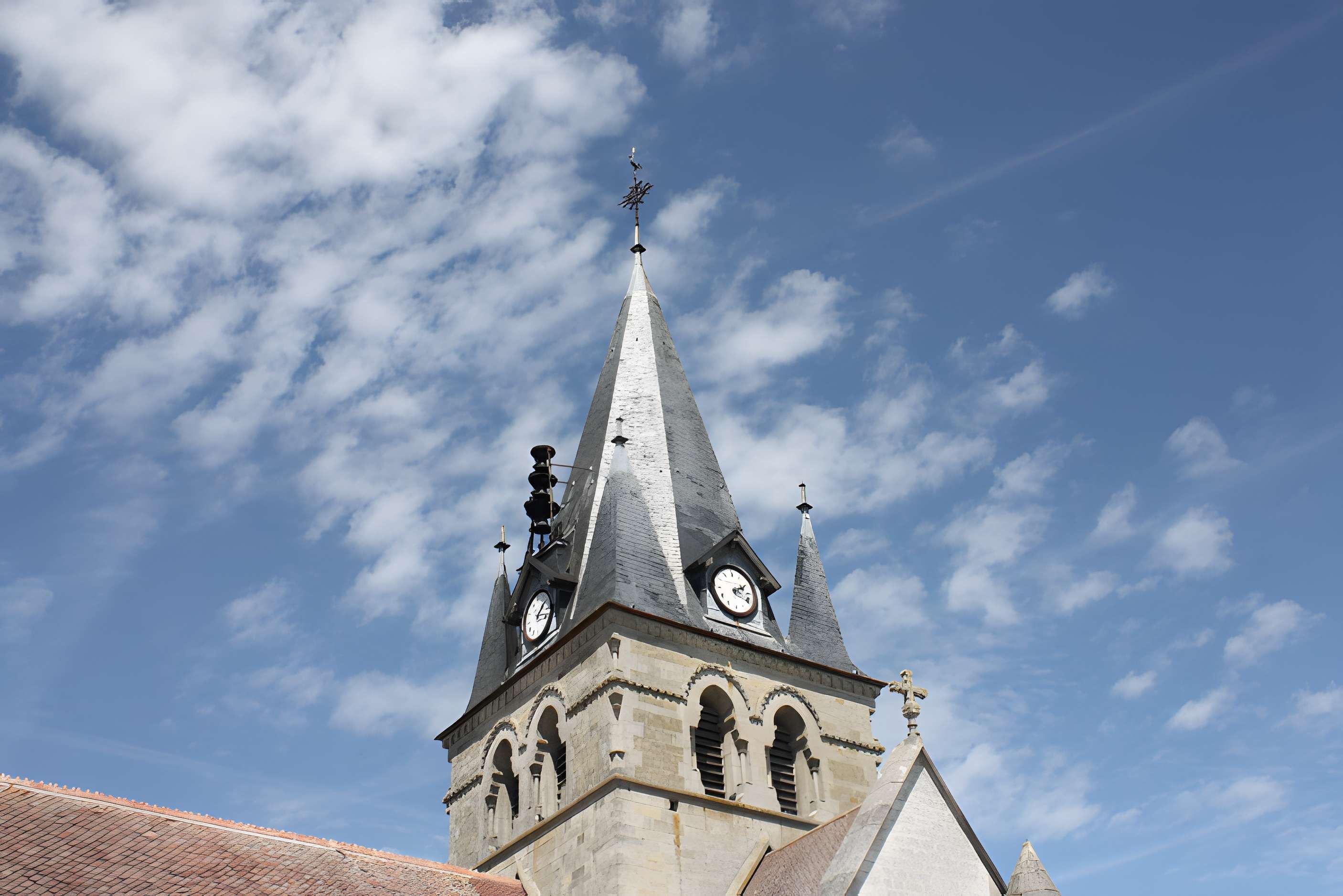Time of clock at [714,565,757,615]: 2:19
